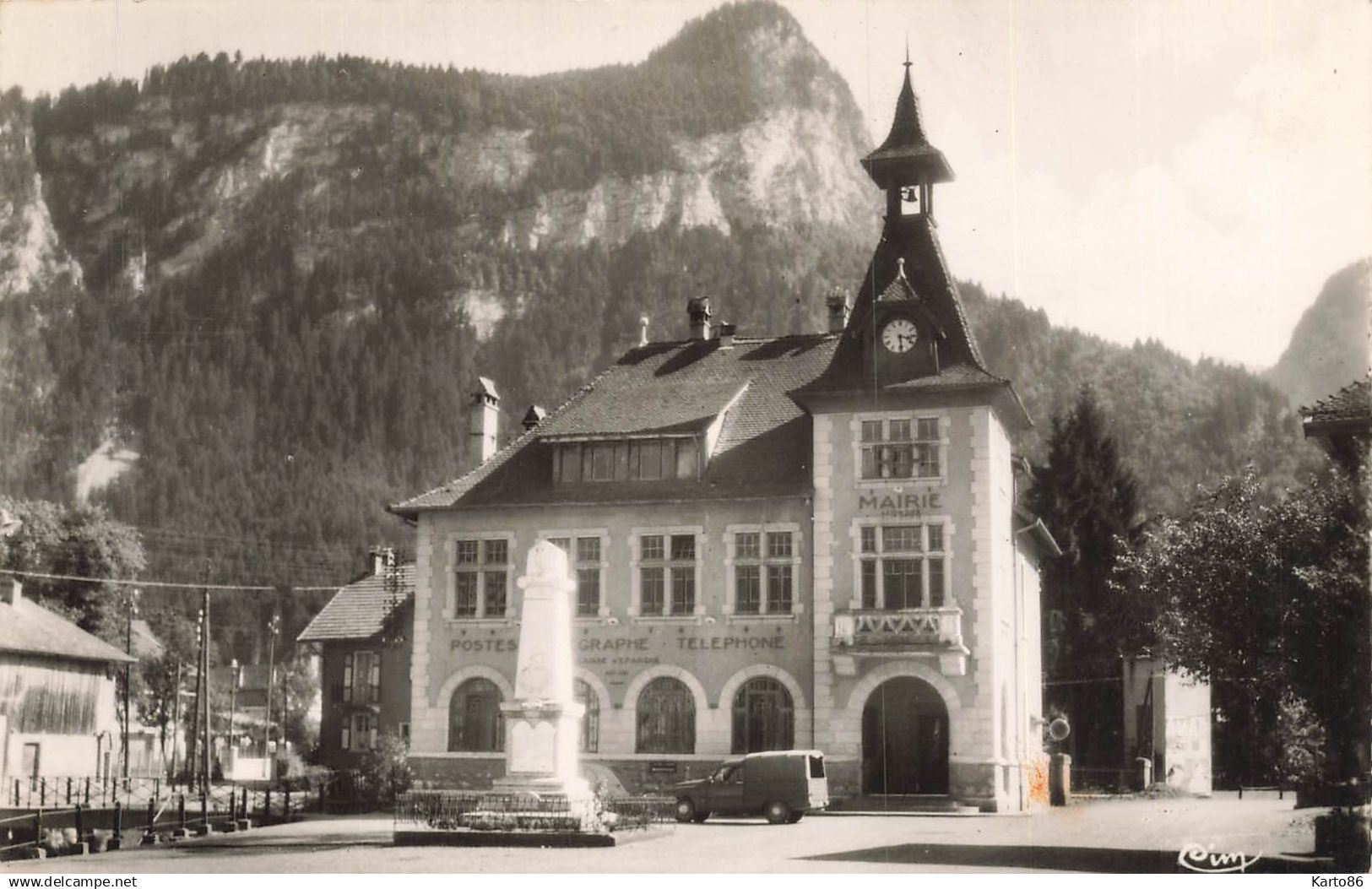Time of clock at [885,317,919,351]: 3:28
